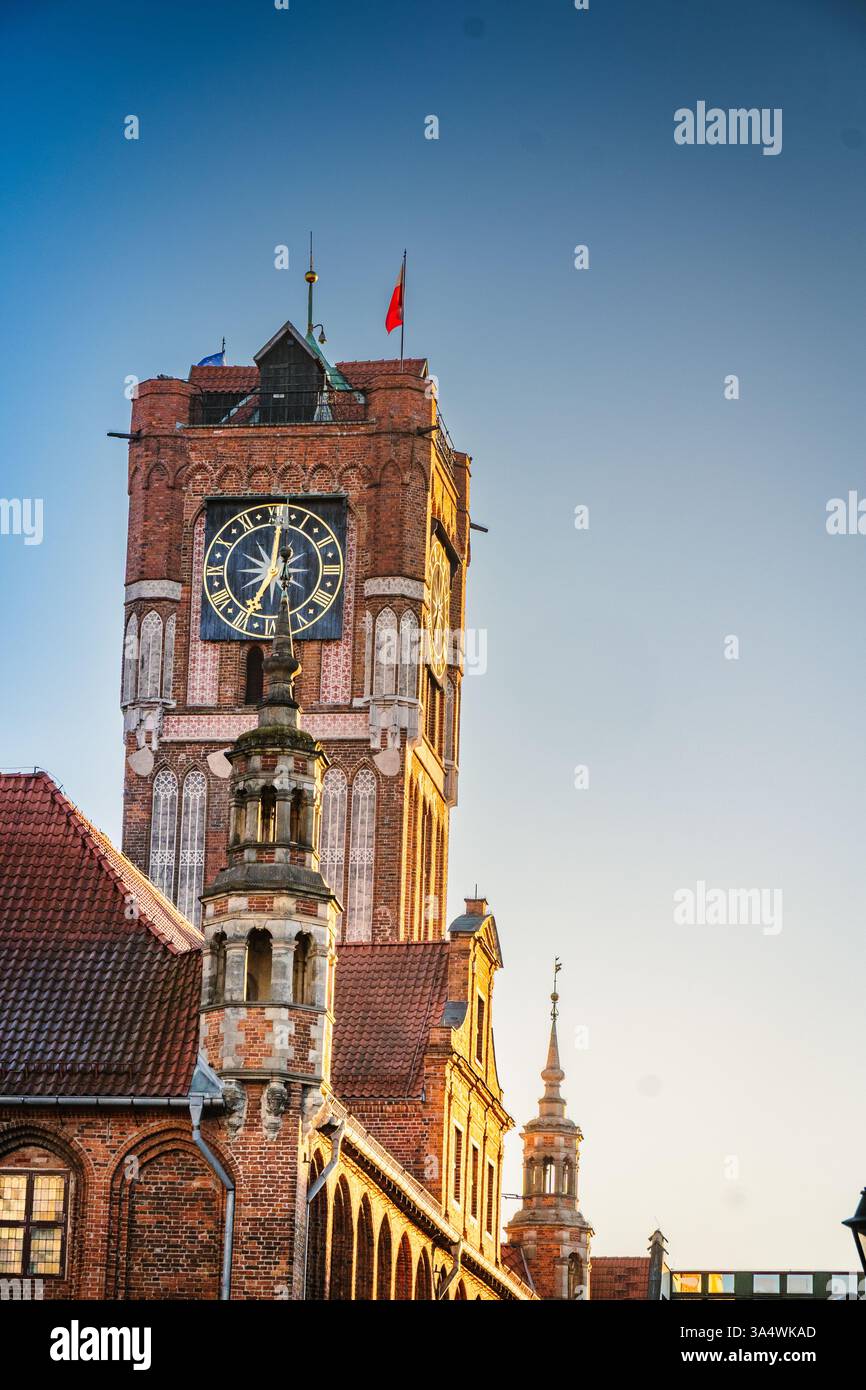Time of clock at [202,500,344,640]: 10:34
